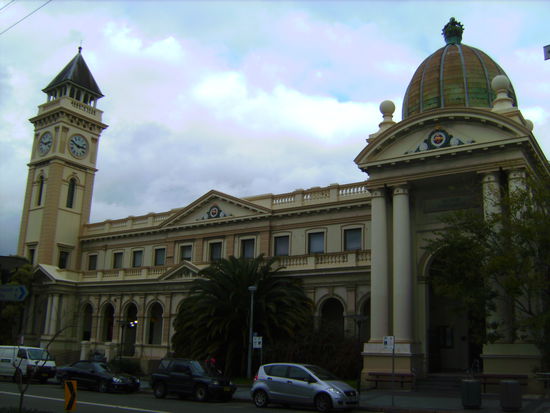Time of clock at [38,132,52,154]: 2:48
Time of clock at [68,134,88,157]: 2:48
